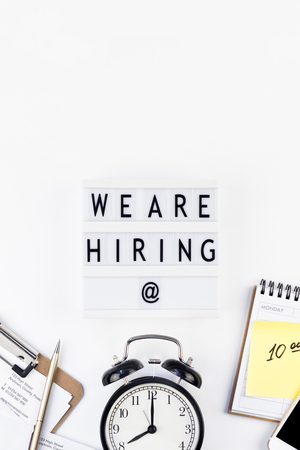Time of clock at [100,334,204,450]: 8:00
